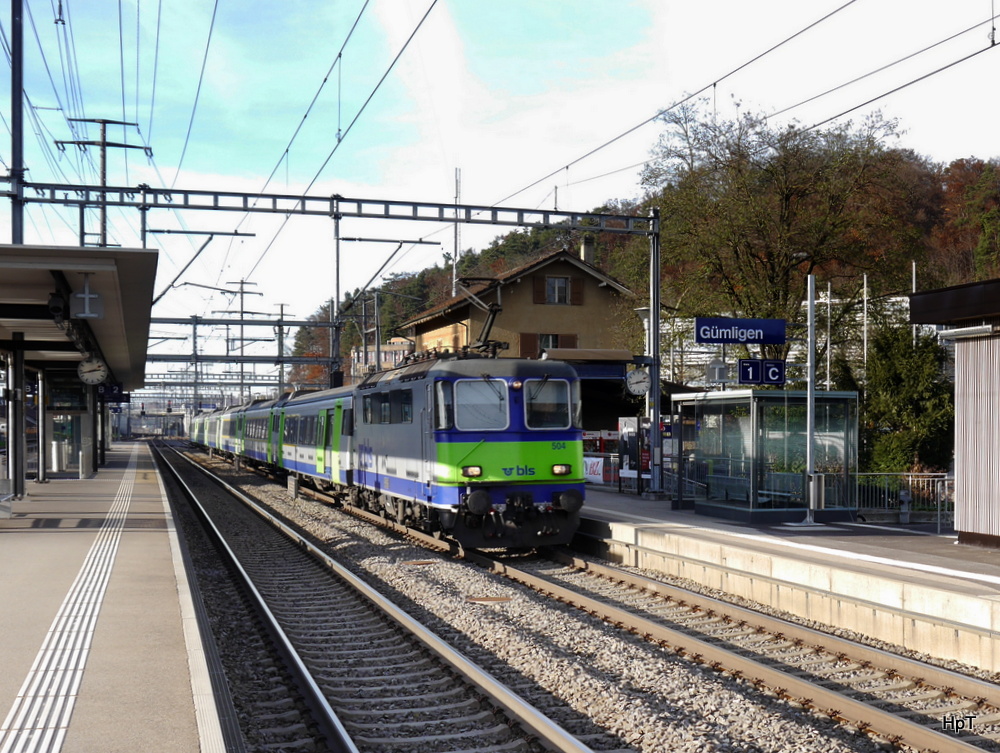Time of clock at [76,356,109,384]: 2:42
